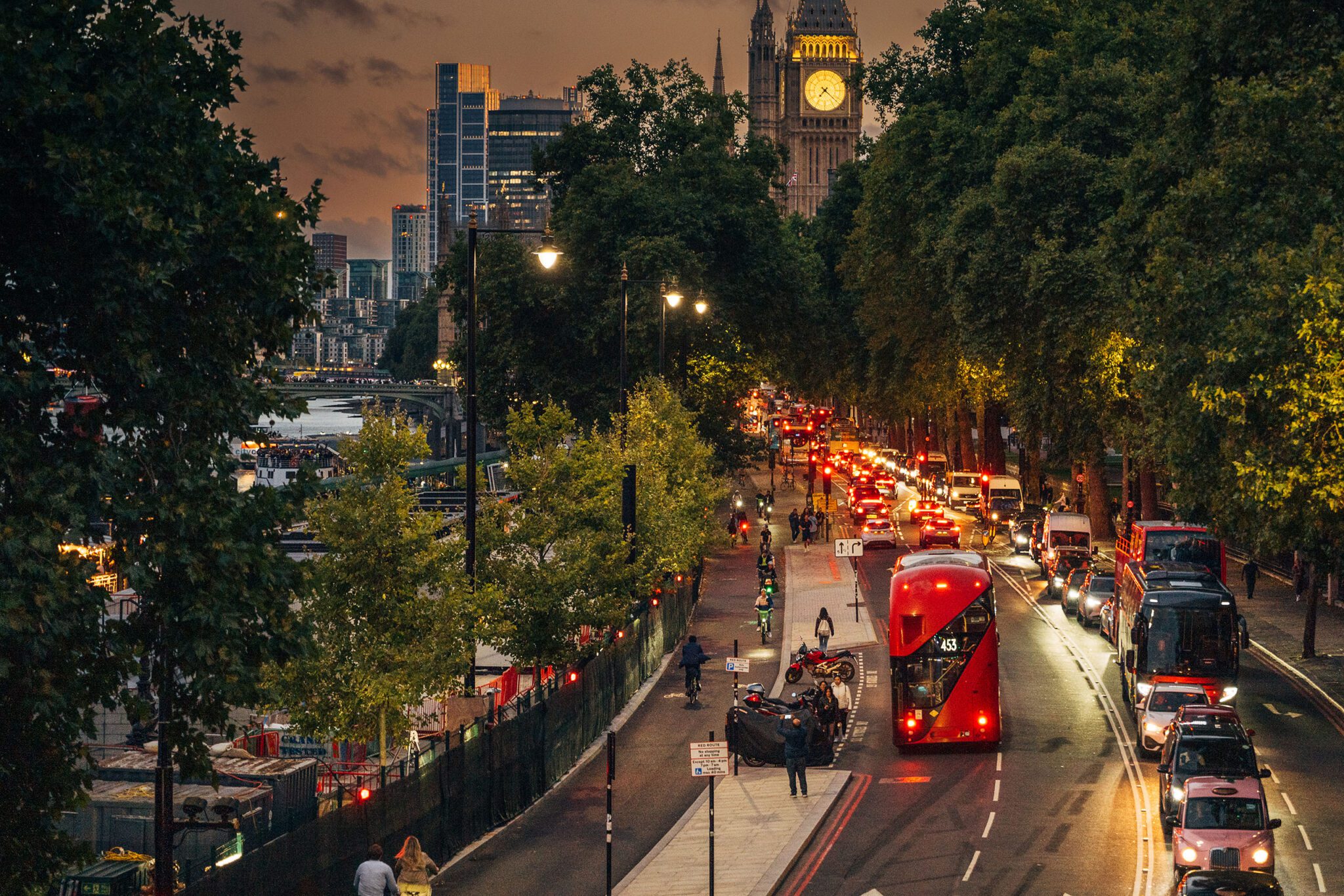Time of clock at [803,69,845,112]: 7:21
